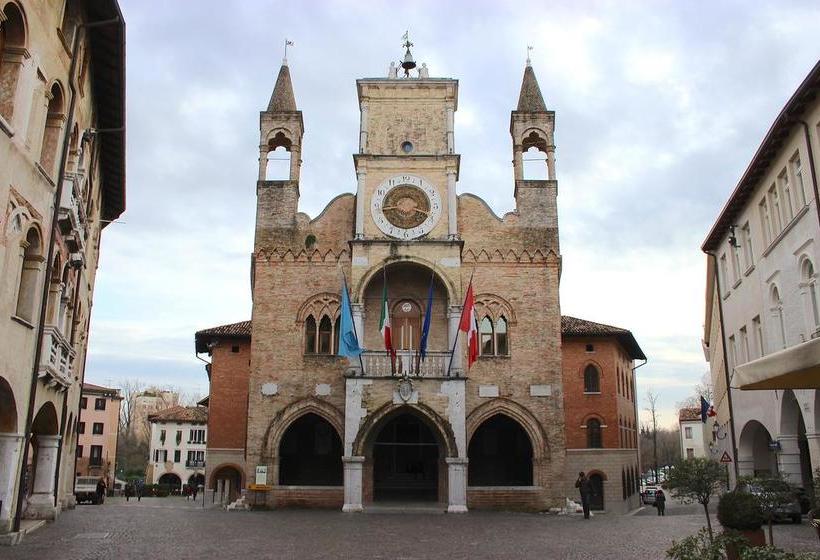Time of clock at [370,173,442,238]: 3:43
